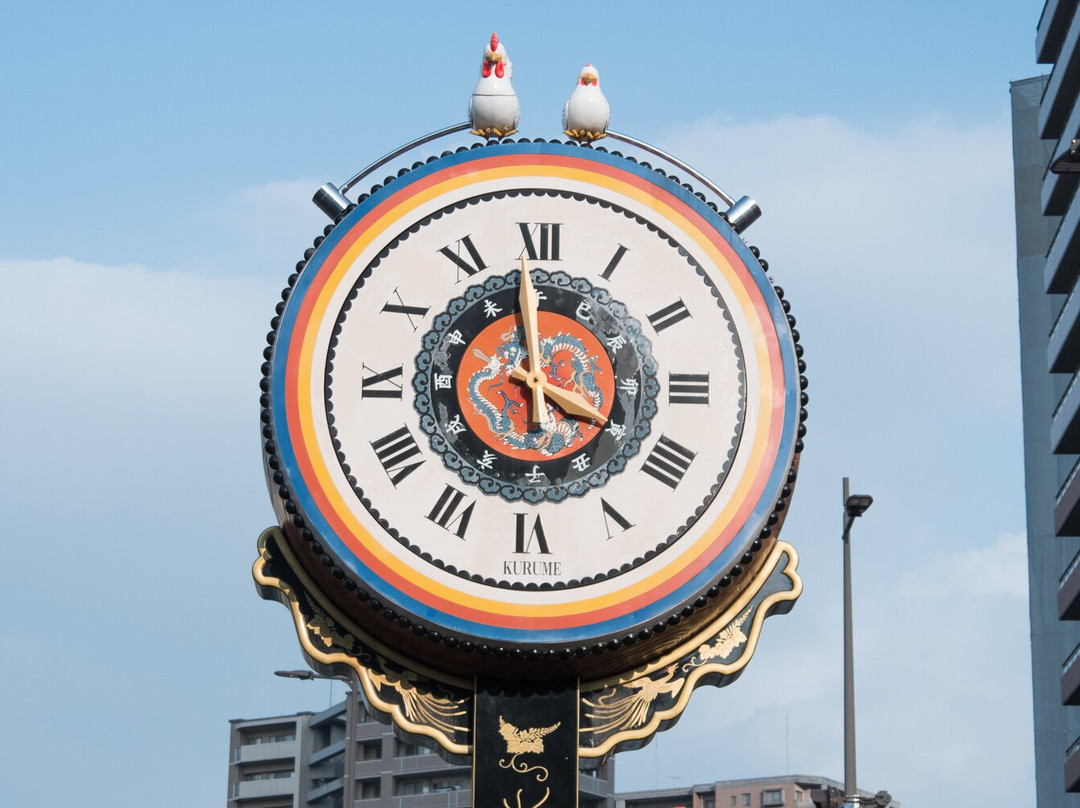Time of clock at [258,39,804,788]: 3:58
